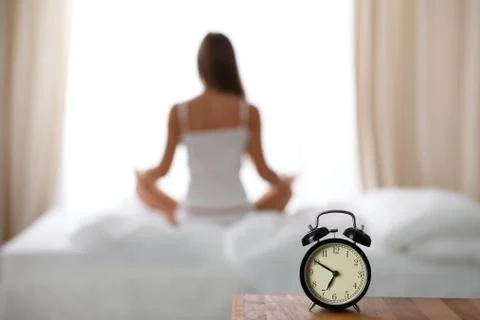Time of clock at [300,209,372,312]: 6:50
